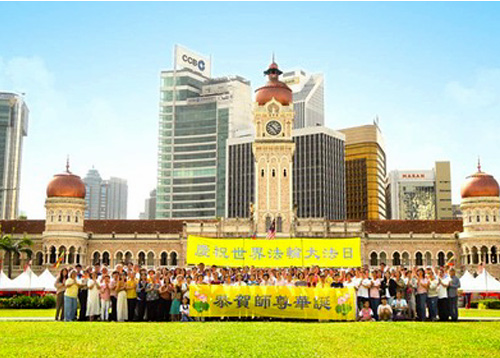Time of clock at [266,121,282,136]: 10:23
